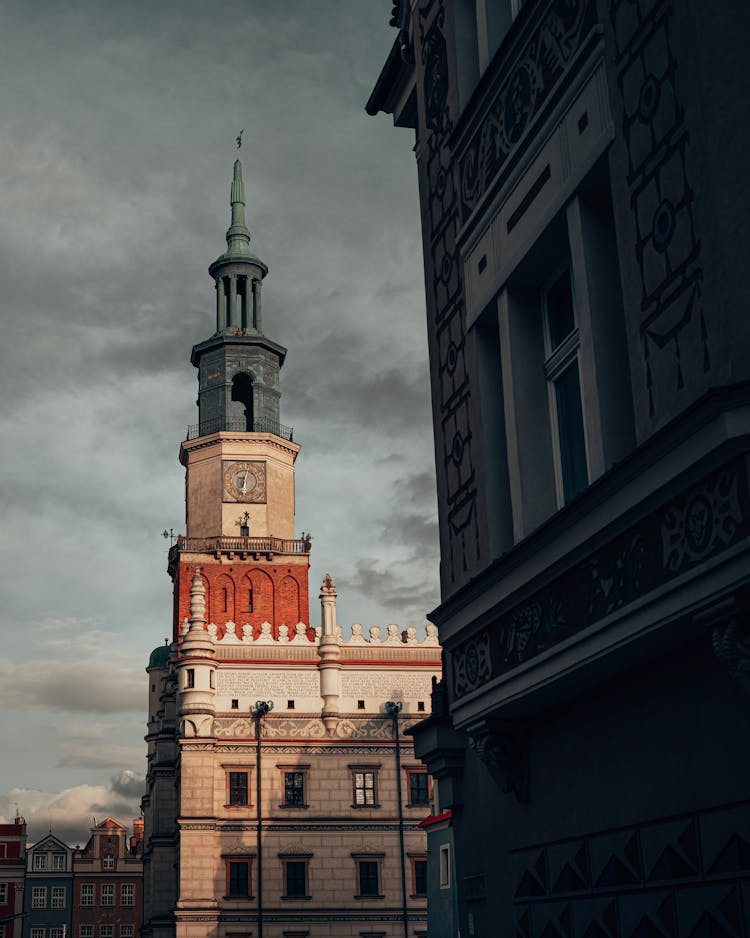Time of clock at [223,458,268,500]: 6:02
